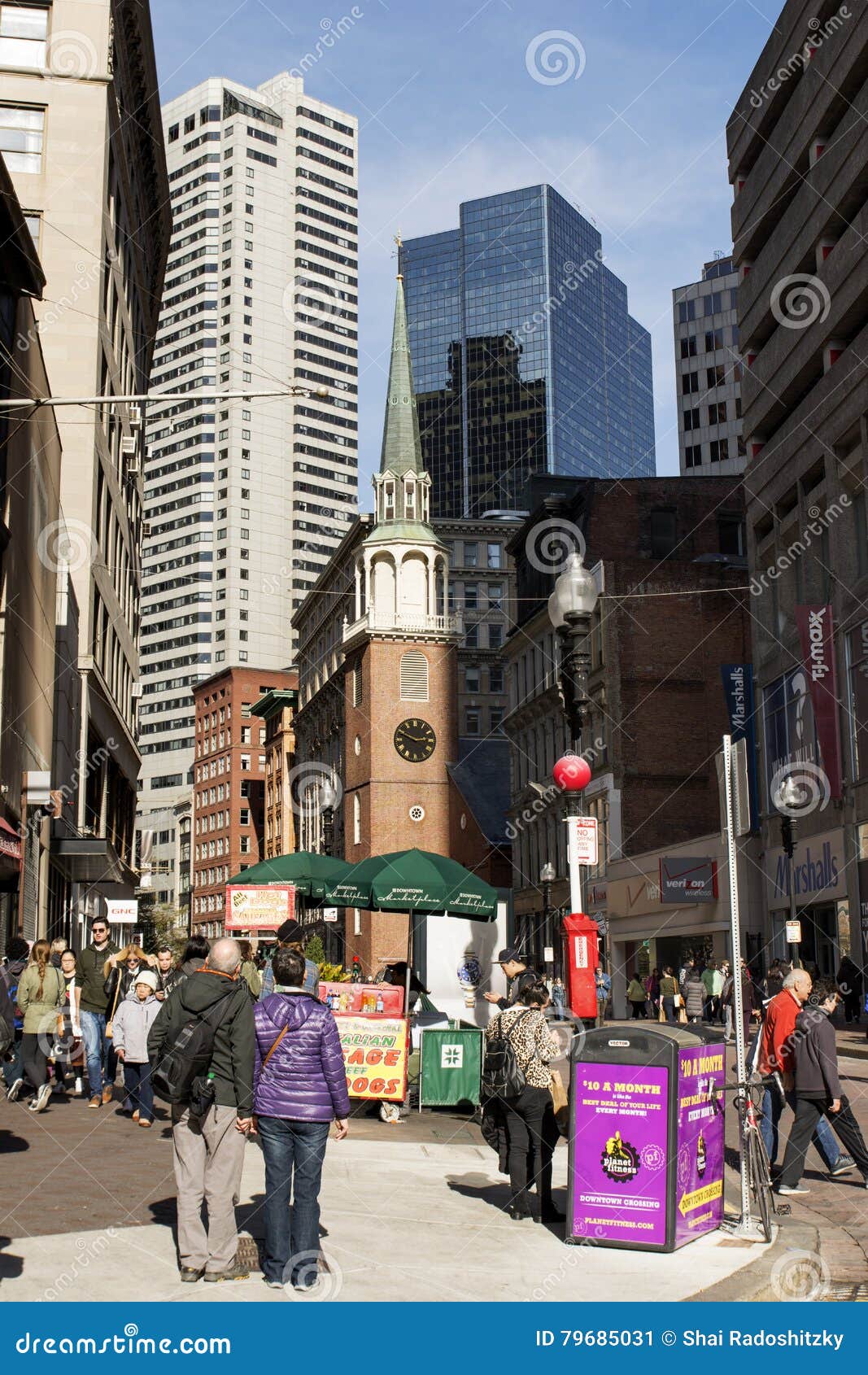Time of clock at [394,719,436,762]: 2:48
